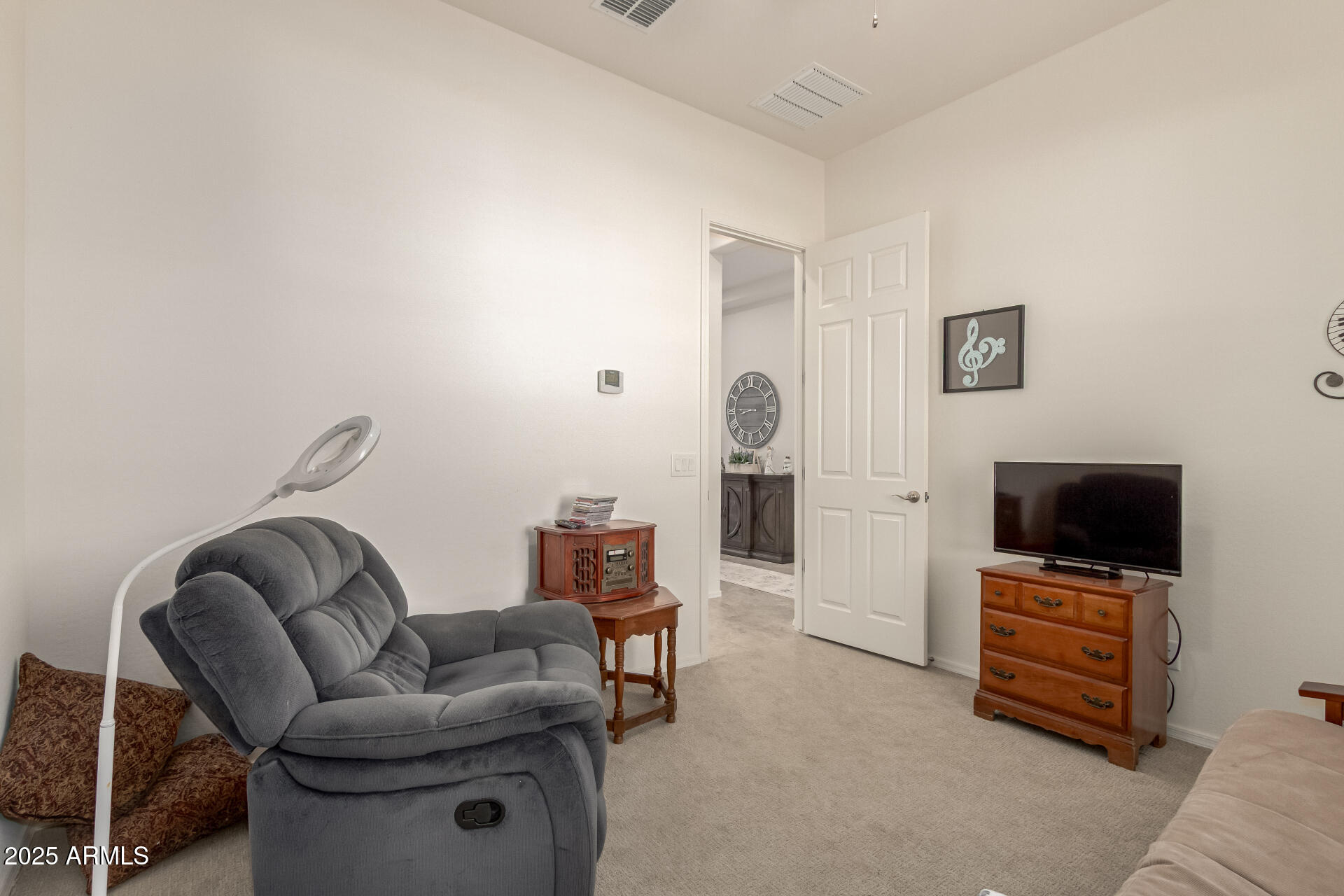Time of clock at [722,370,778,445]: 8:45
